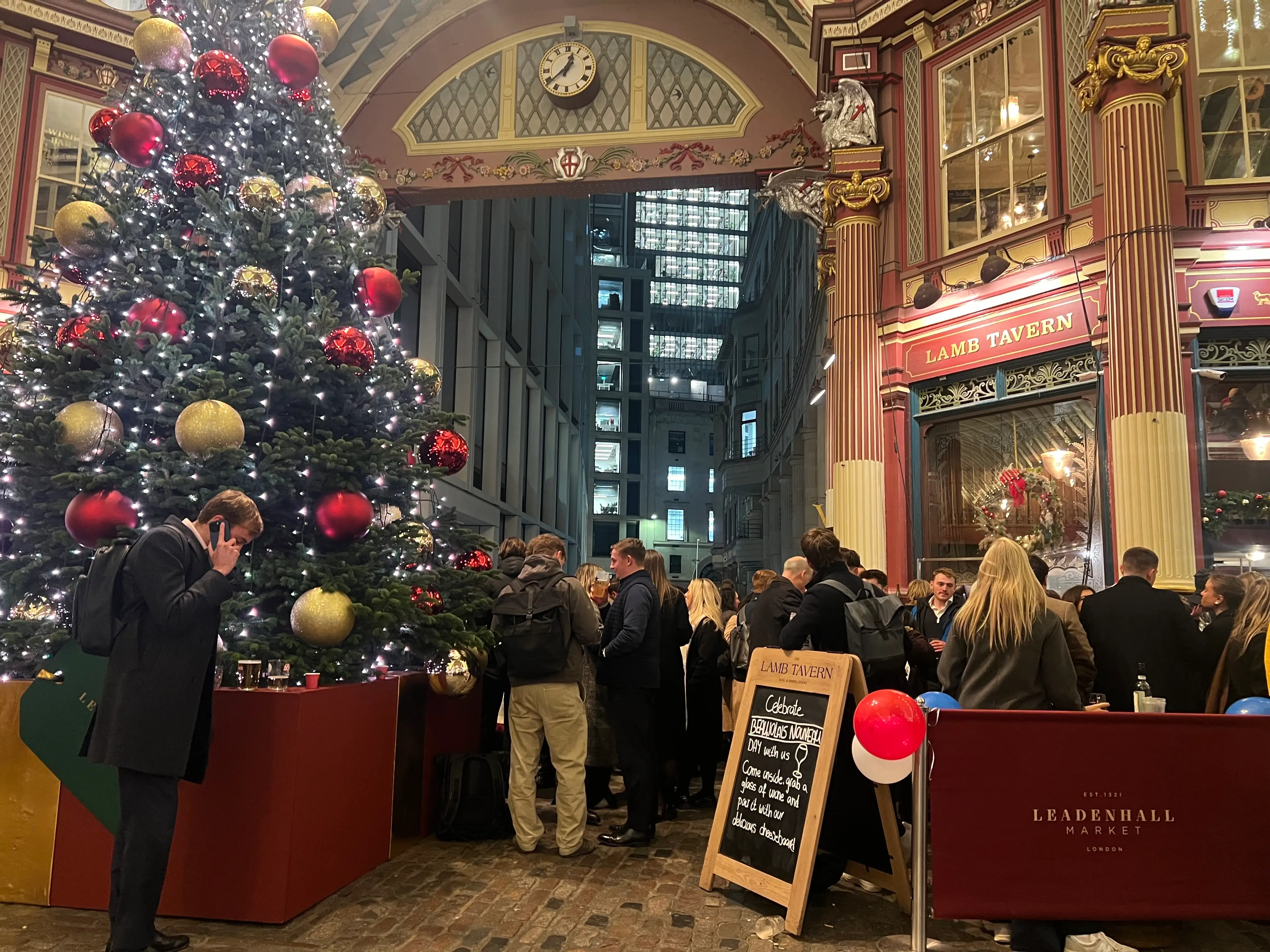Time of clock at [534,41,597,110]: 12:38
